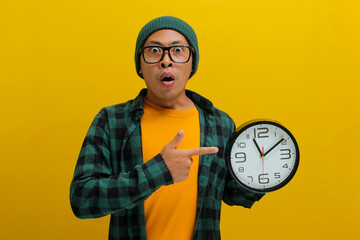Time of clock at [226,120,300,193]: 11:08
